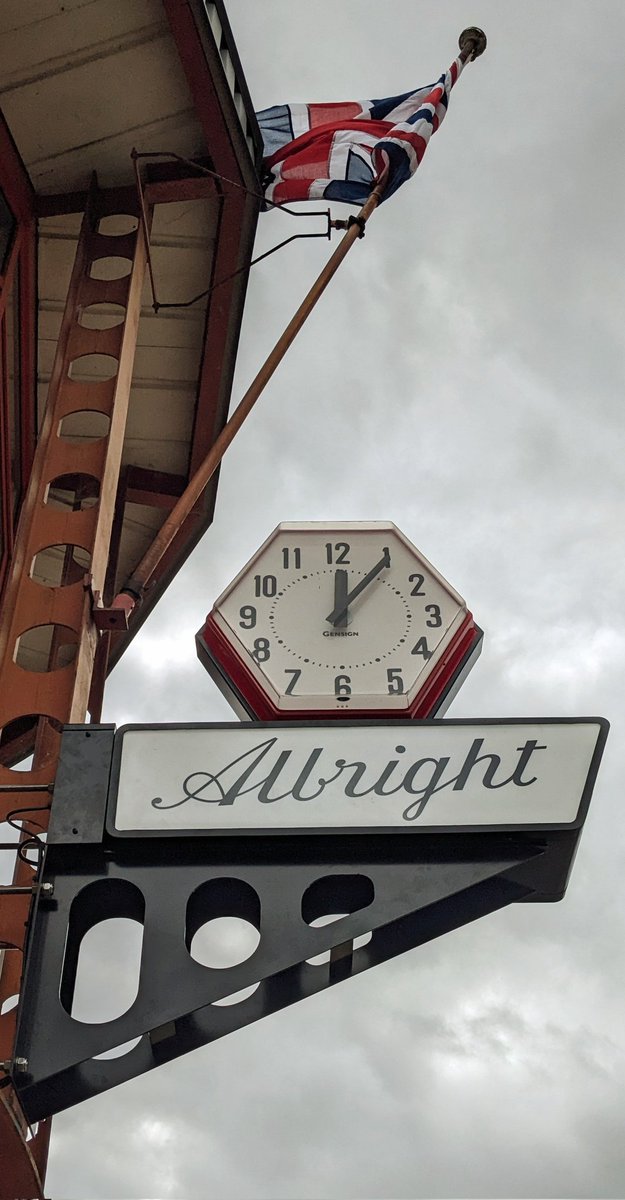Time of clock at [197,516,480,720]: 12:06
